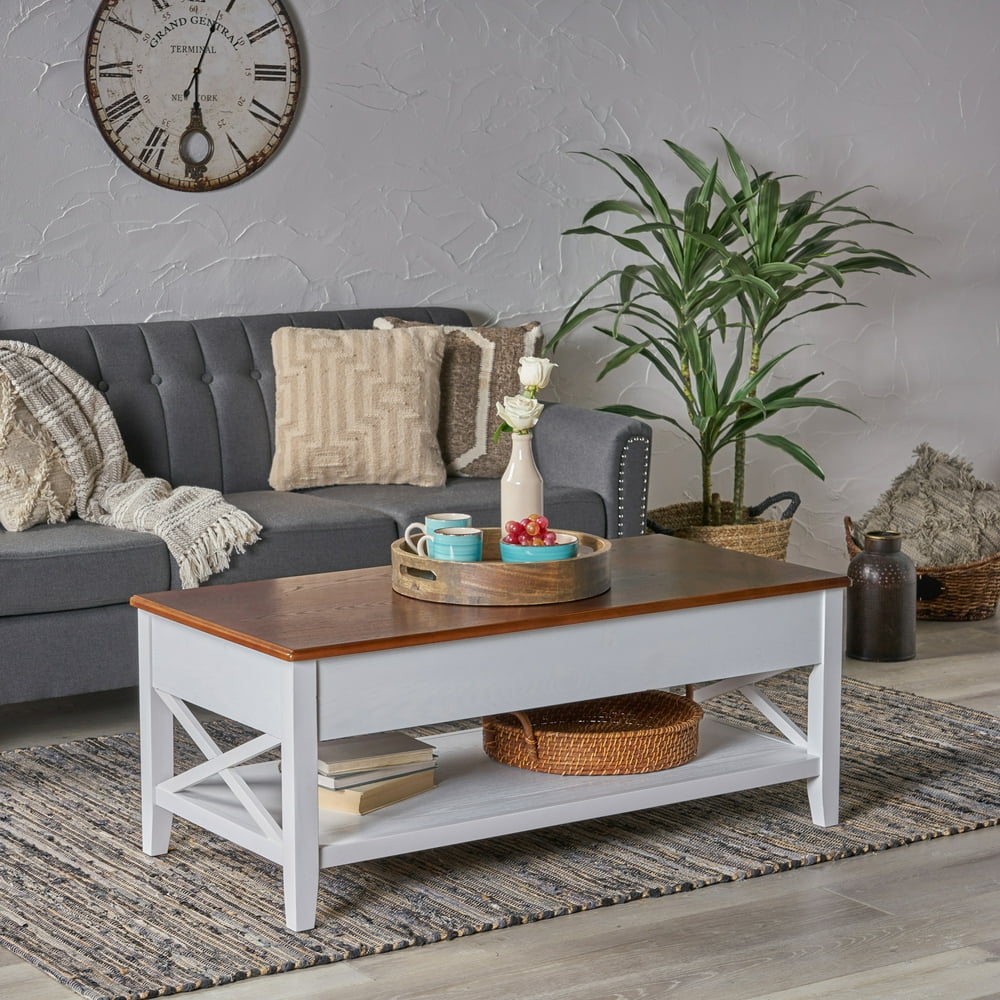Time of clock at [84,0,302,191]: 6:03
